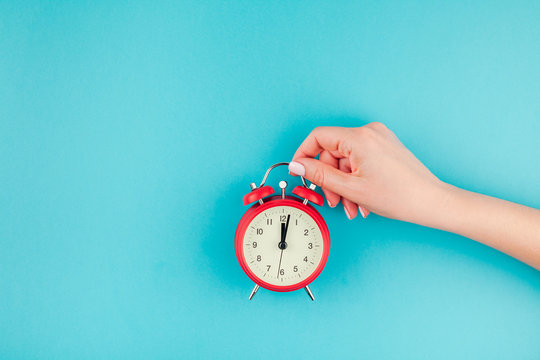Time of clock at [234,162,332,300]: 12:01
